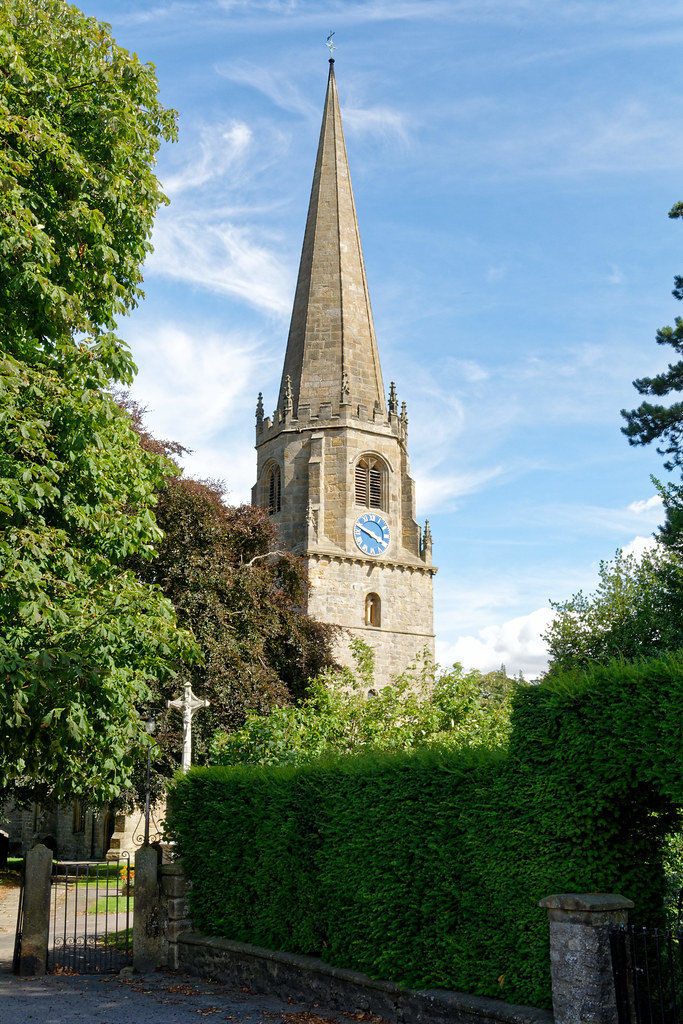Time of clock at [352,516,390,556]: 3:48
